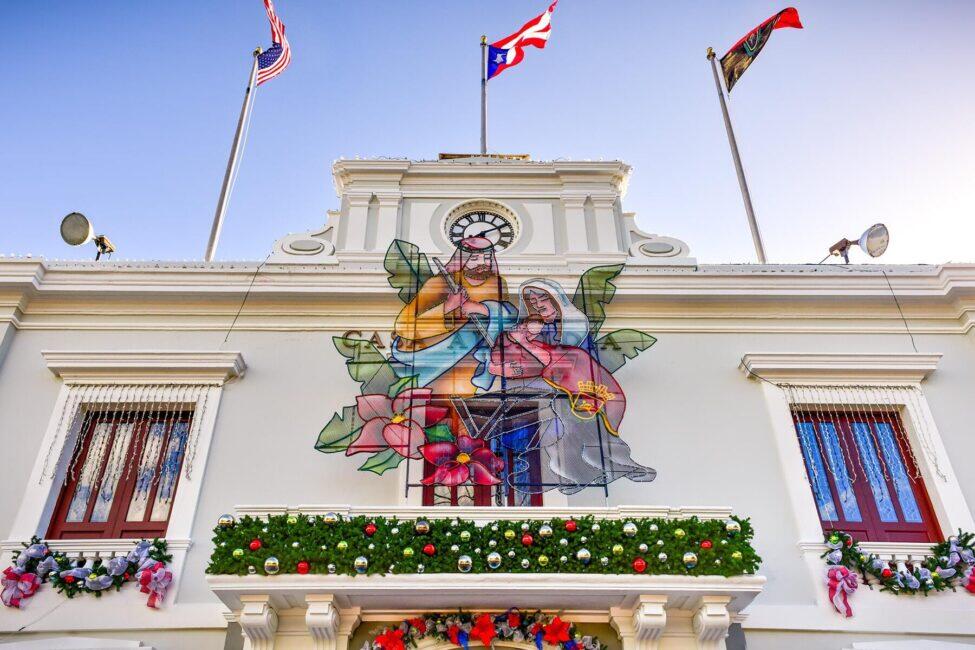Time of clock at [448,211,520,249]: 8:10
